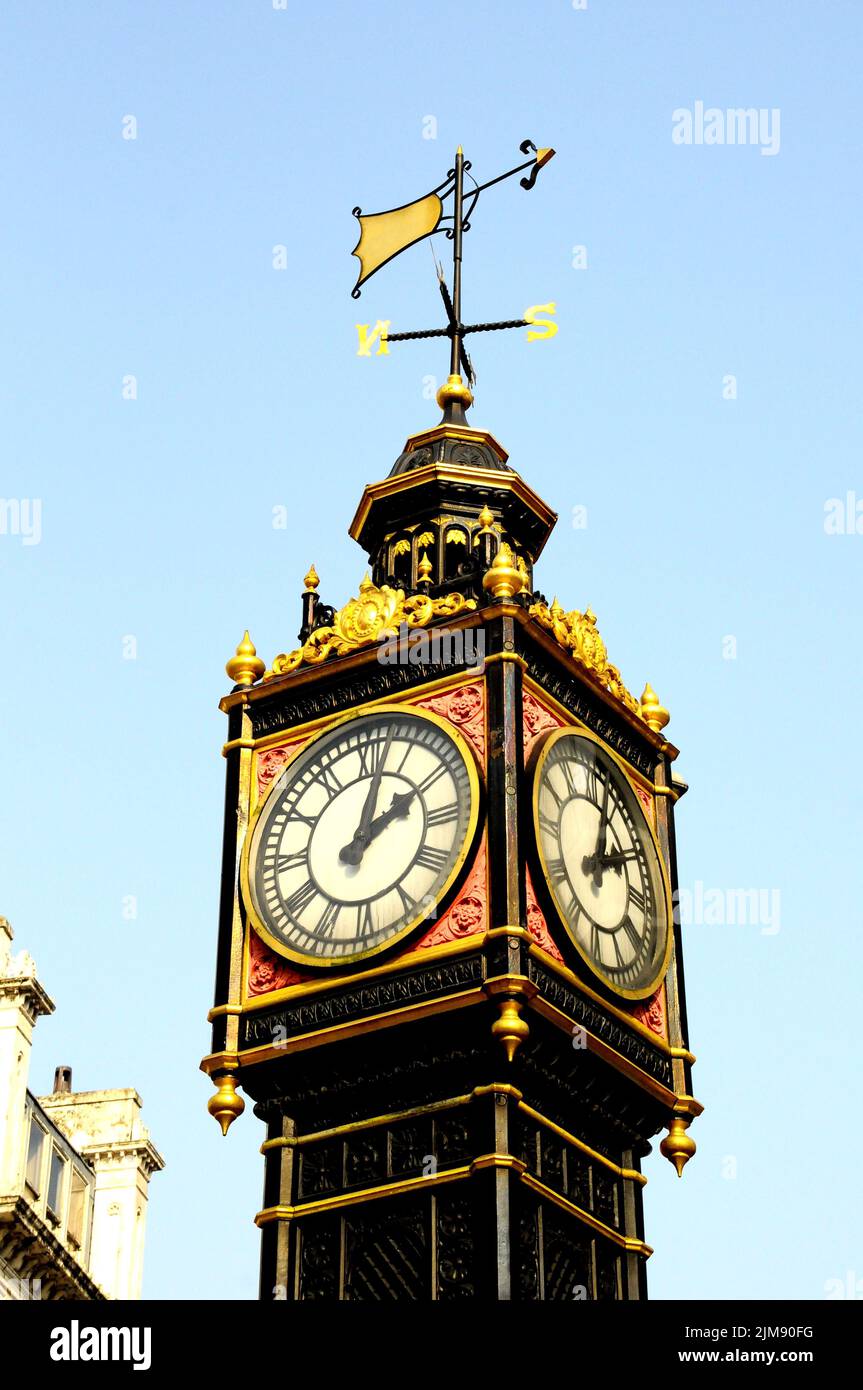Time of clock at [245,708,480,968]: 2:02
